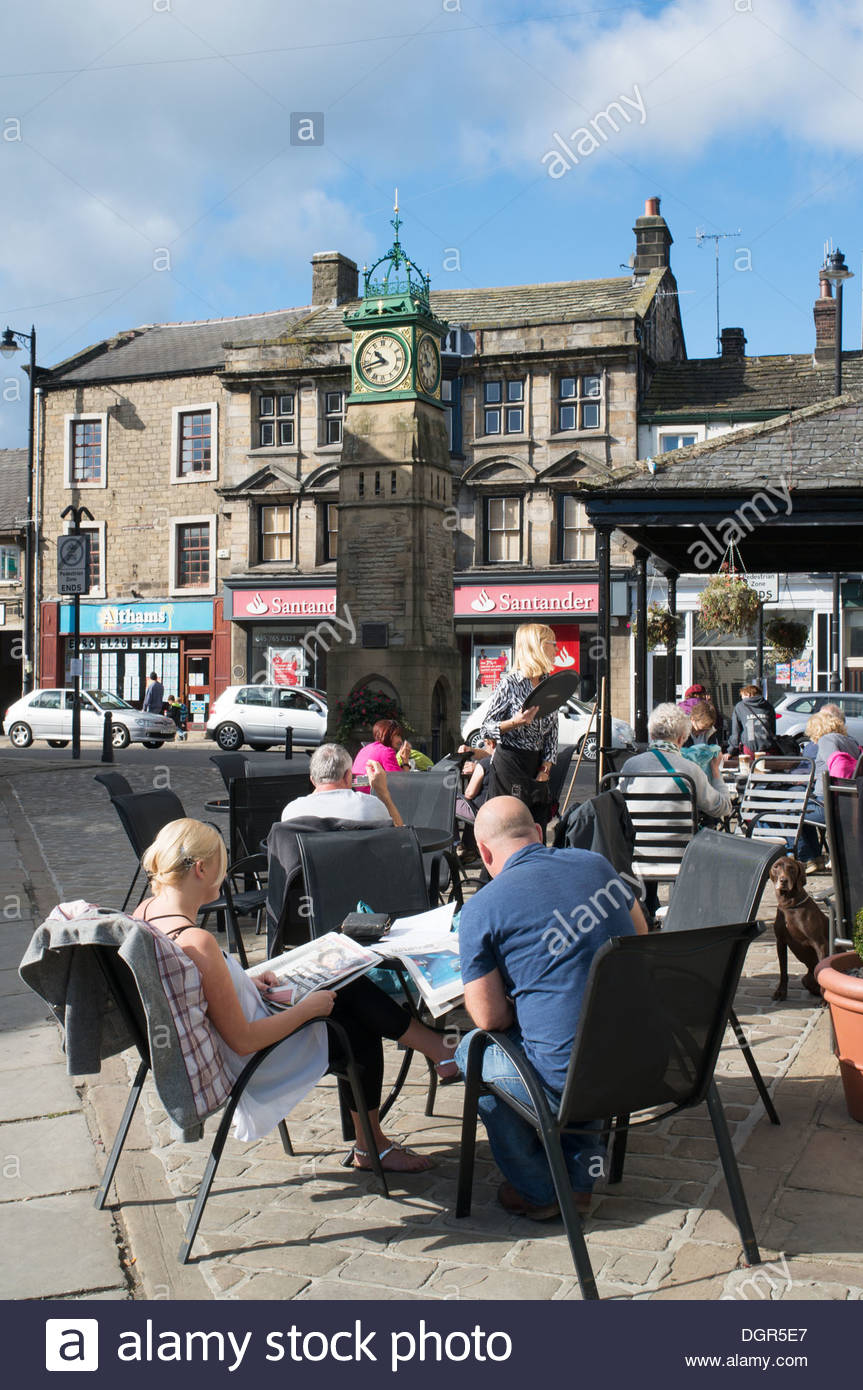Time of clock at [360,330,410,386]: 10:42
